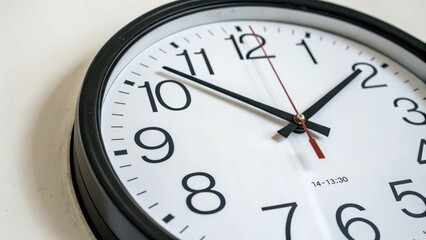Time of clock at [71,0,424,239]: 1:52
